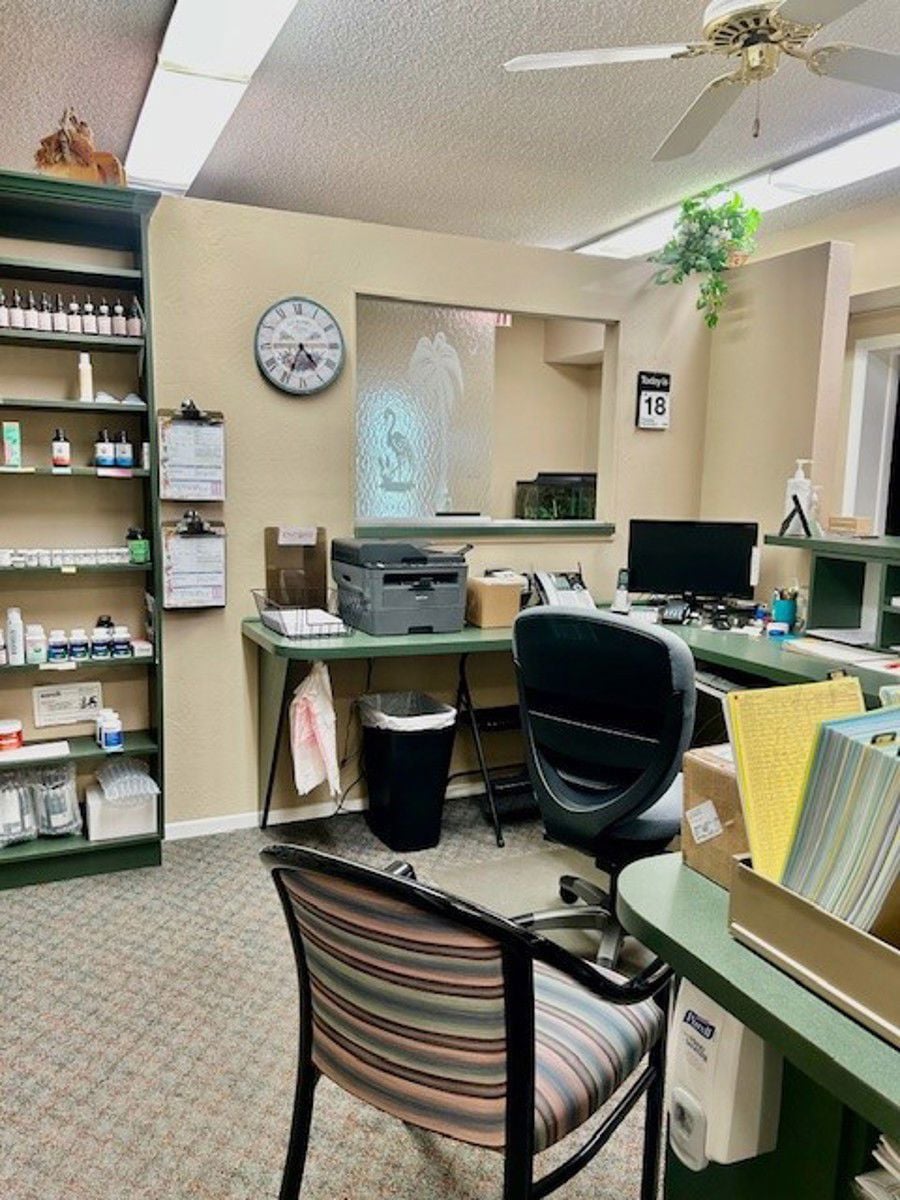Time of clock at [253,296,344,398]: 4:34
